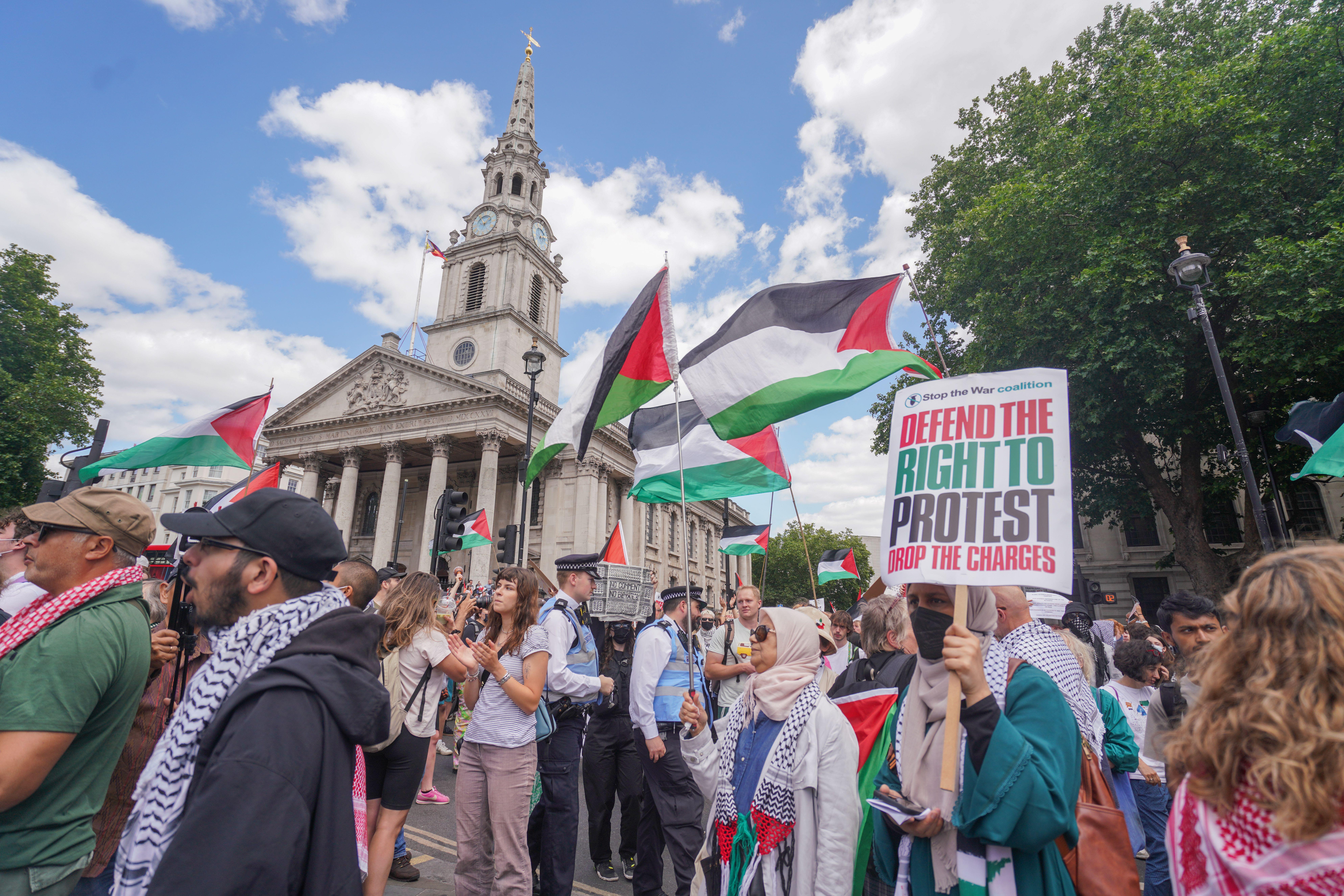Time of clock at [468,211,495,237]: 1:54
